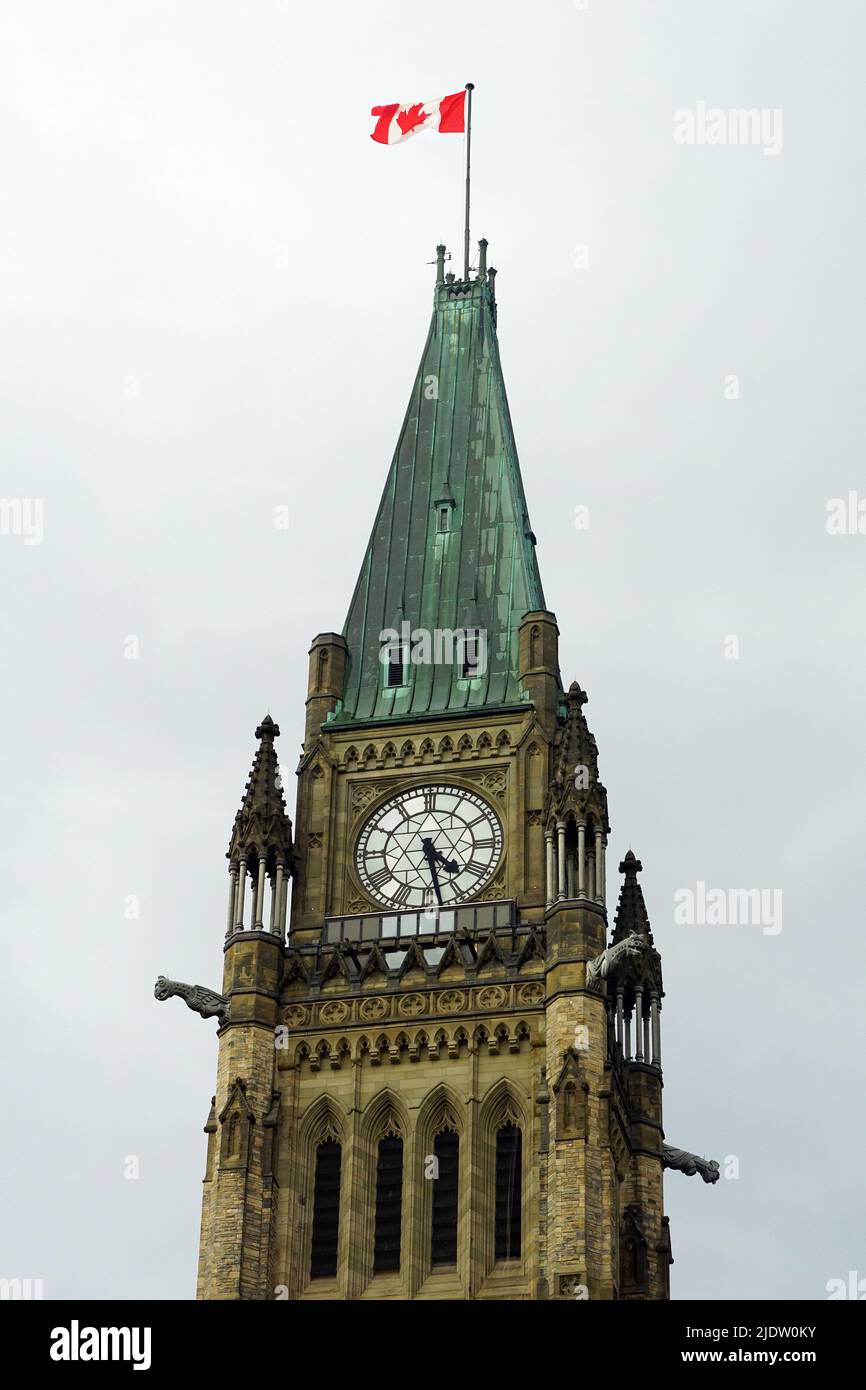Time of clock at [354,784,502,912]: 4:28
